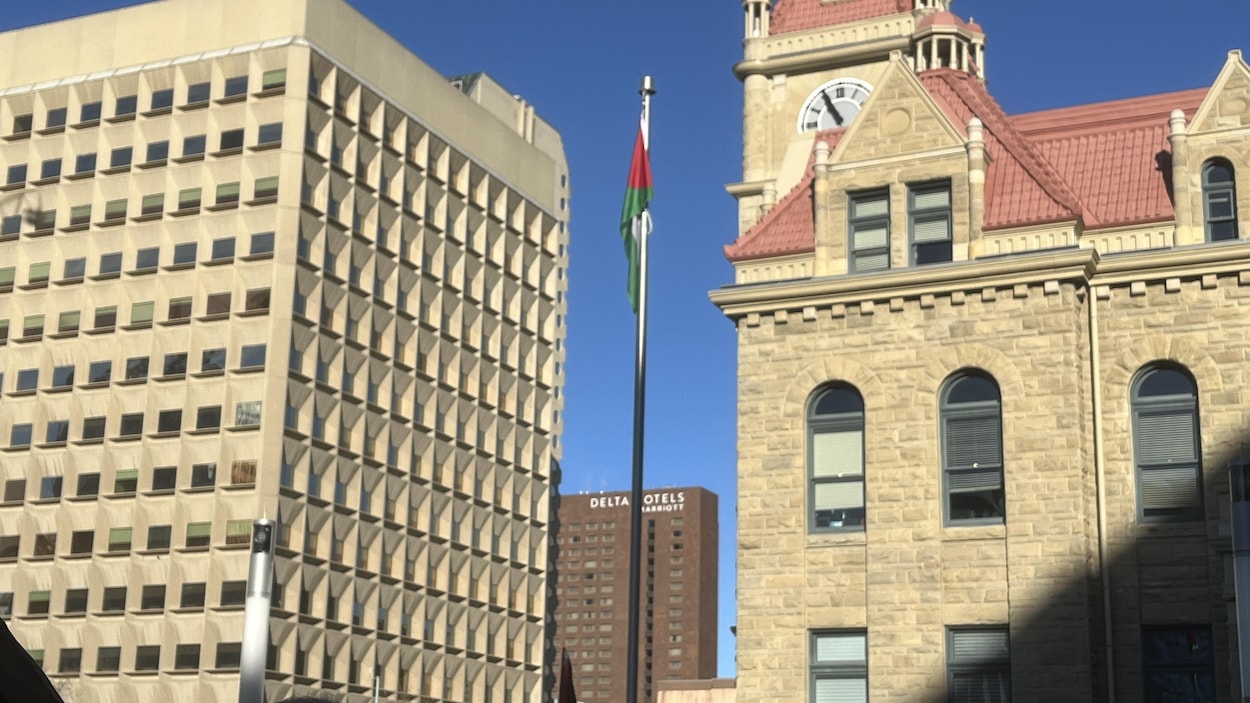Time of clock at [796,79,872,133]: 10:55
